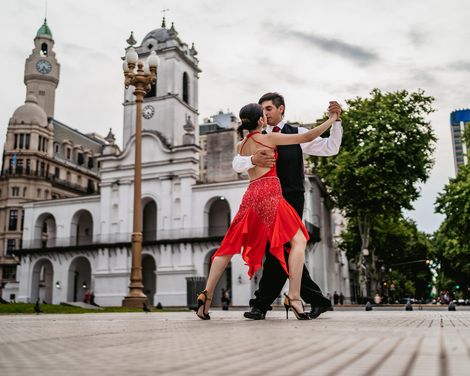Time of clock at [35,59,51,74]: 6:23
